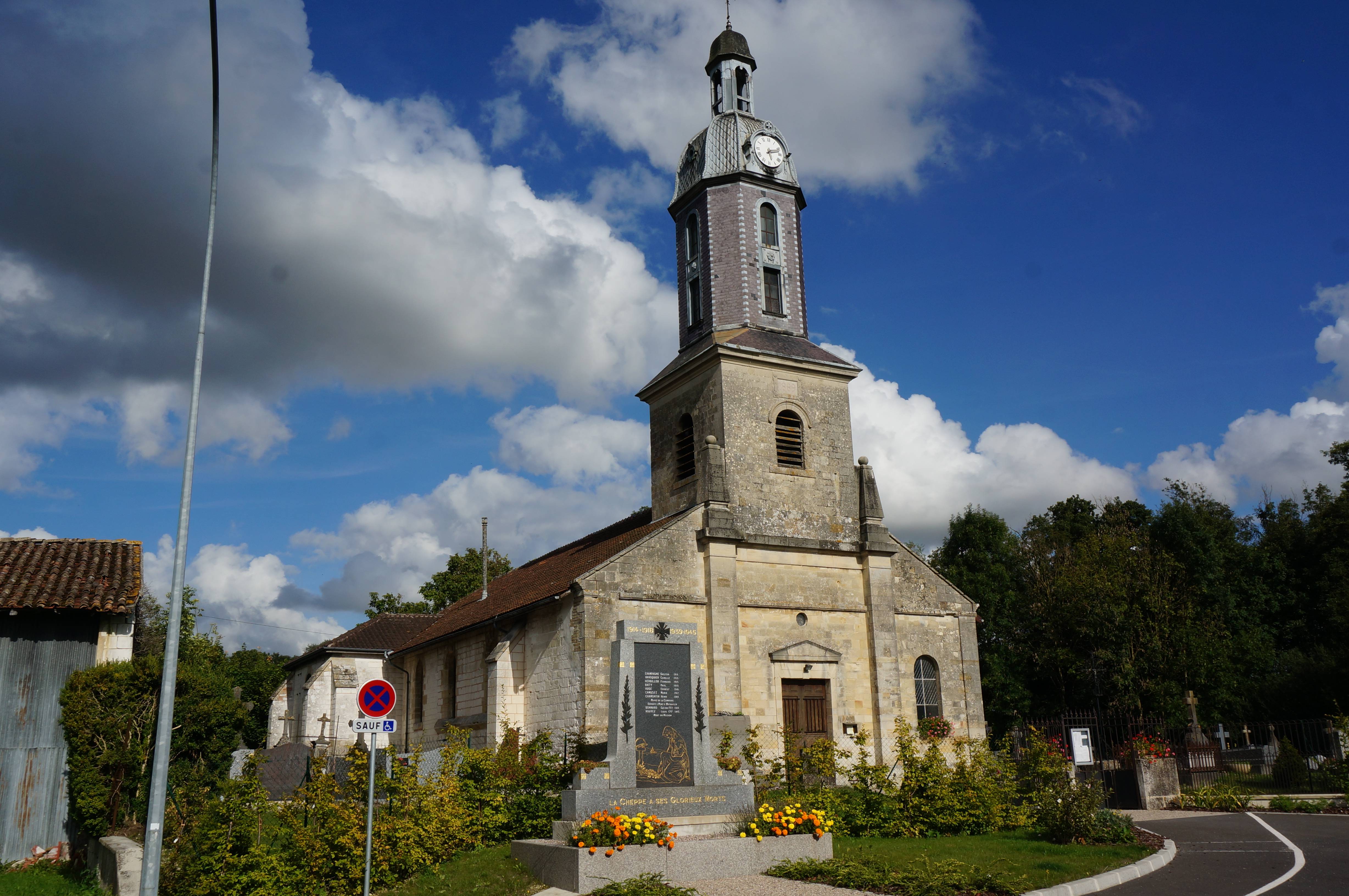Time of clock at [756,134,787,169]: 5:12
